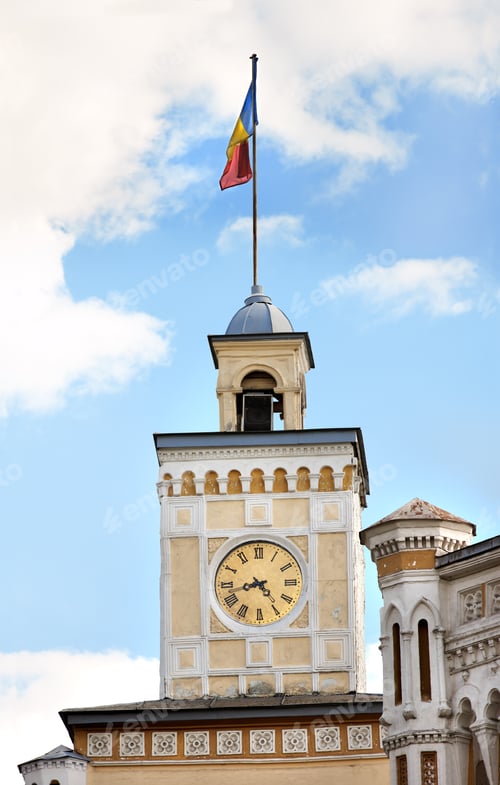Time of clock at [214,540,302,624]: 4:42
